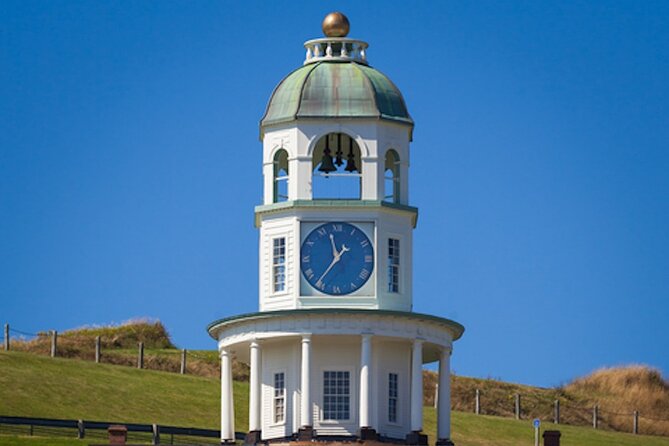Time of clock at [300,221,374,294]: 11:36
